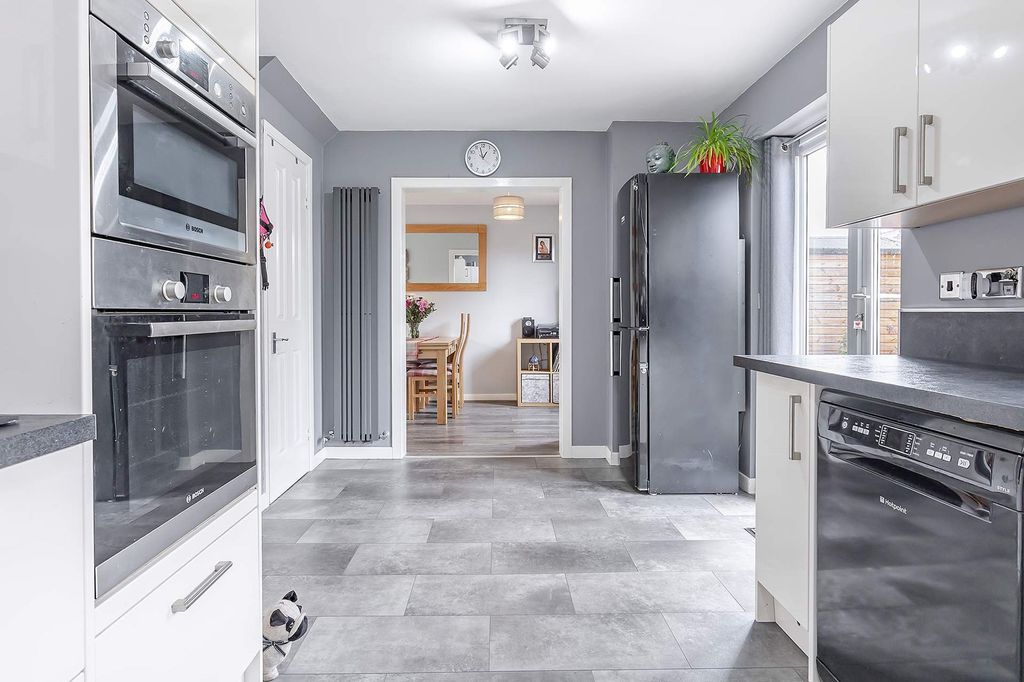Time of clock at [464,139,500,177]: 12:57
